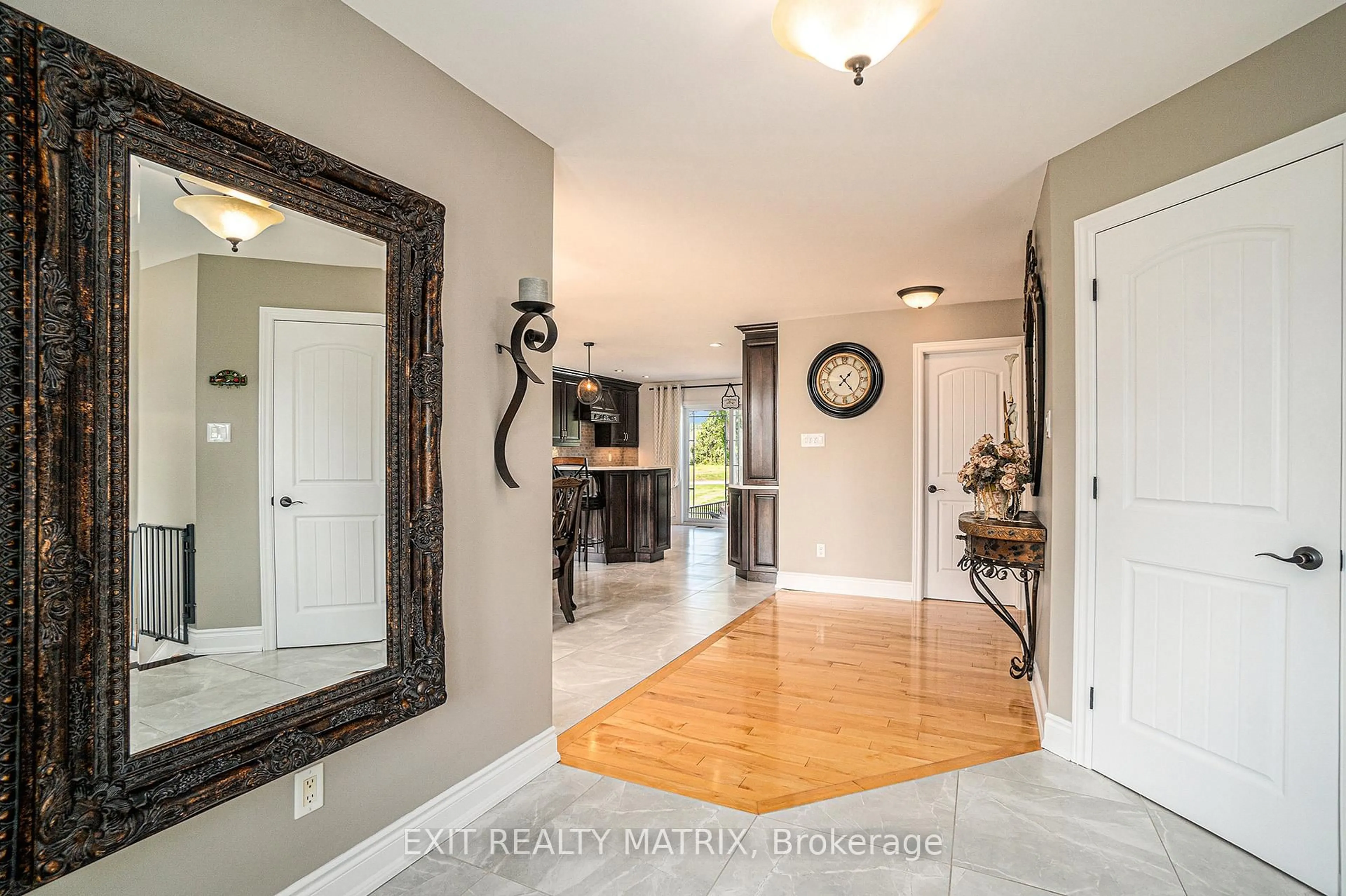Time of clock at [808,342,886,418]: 1:23
